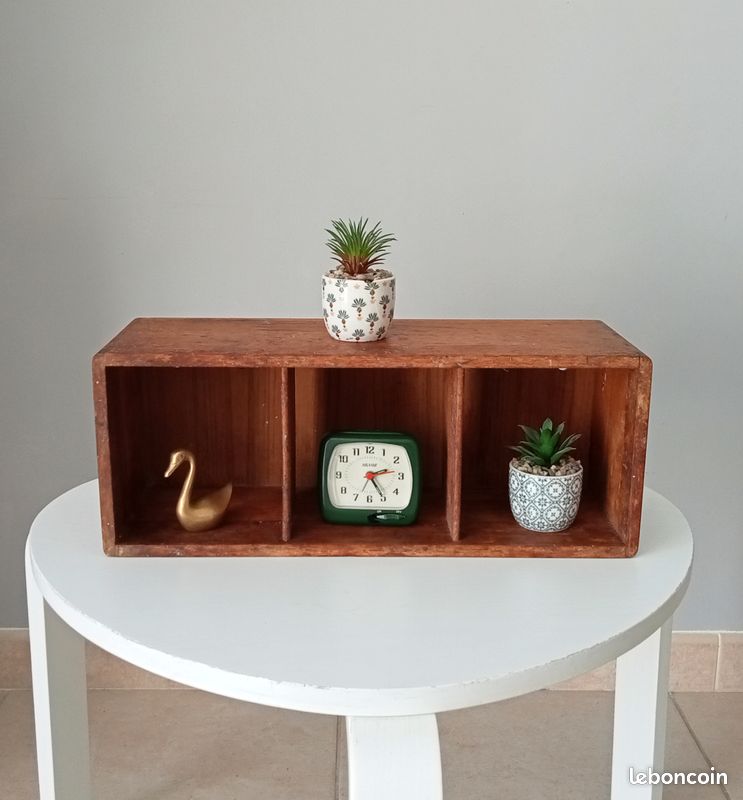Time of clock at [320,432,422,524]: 2:24
